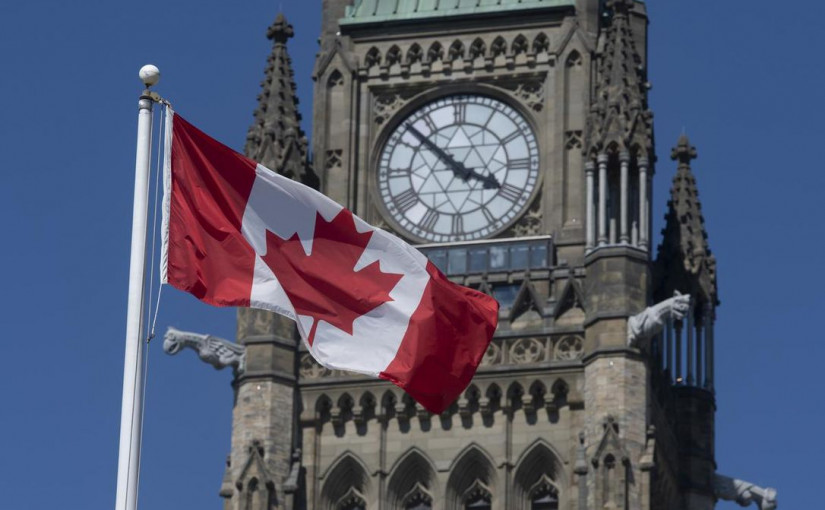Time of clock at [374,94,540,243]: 3:52
